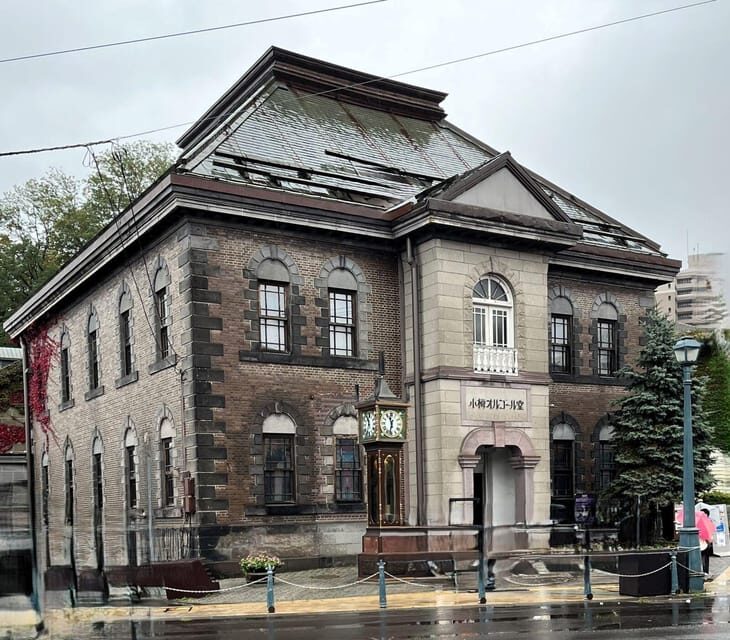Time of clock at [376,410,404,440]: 11:32
